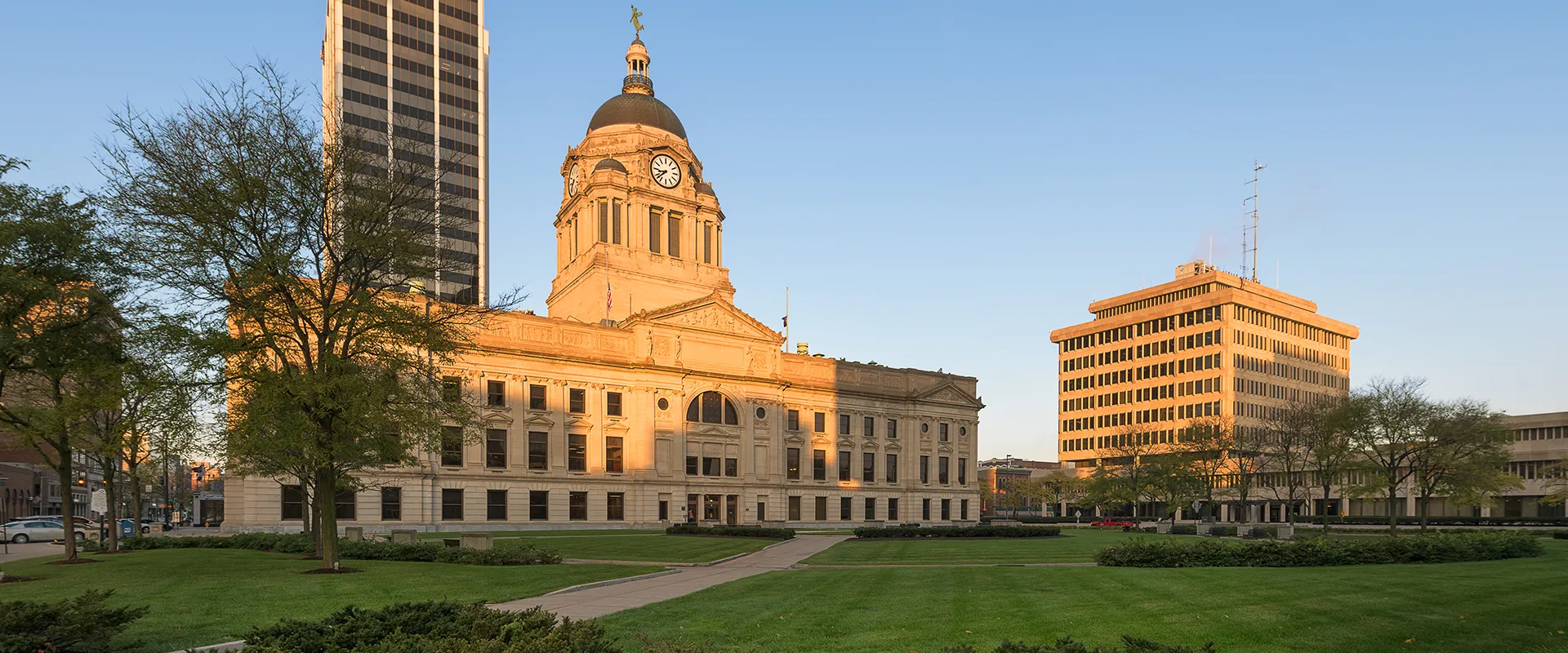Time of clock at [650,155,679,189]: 8:38
